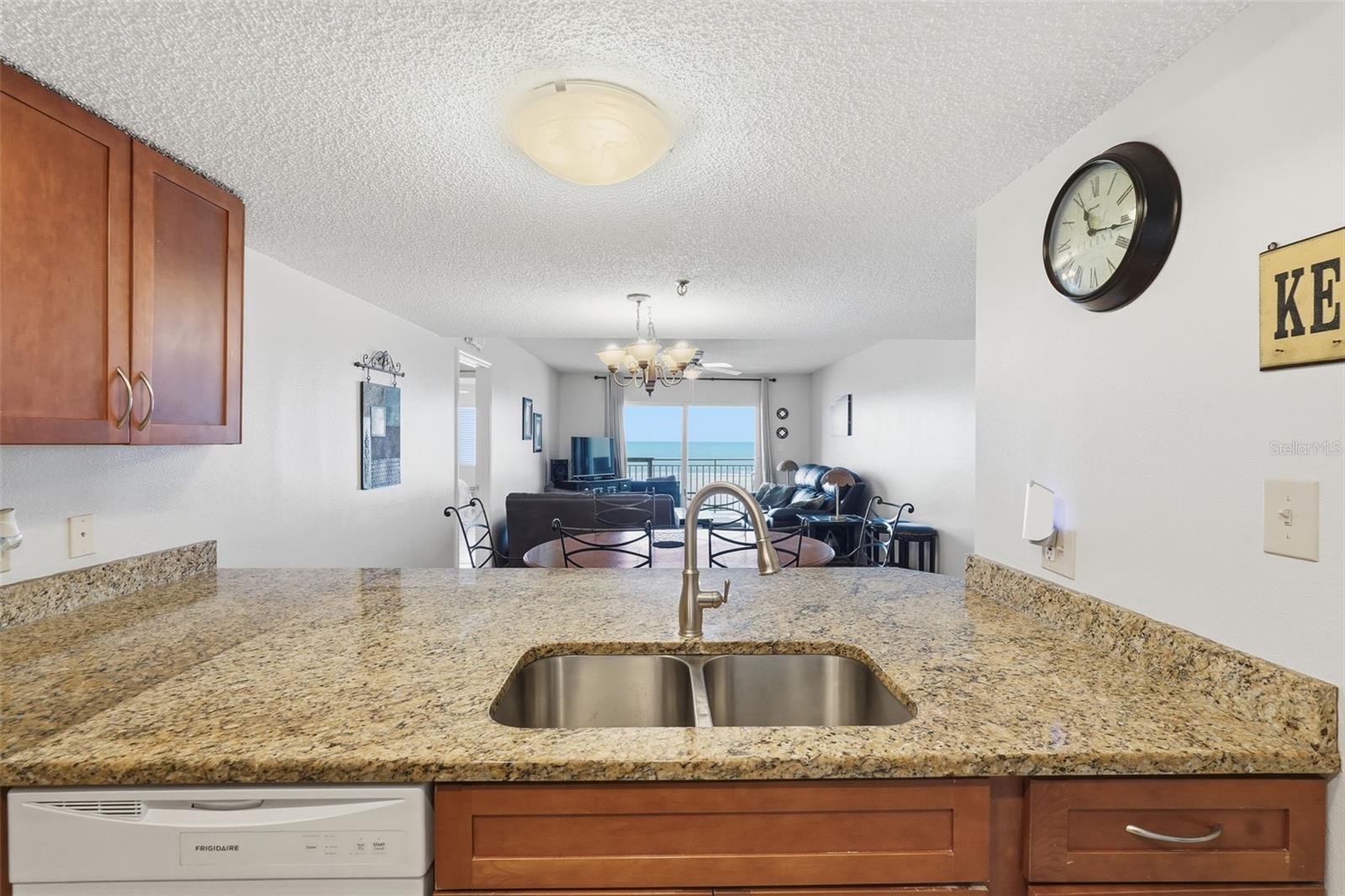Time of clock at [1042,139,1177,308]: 11:16
